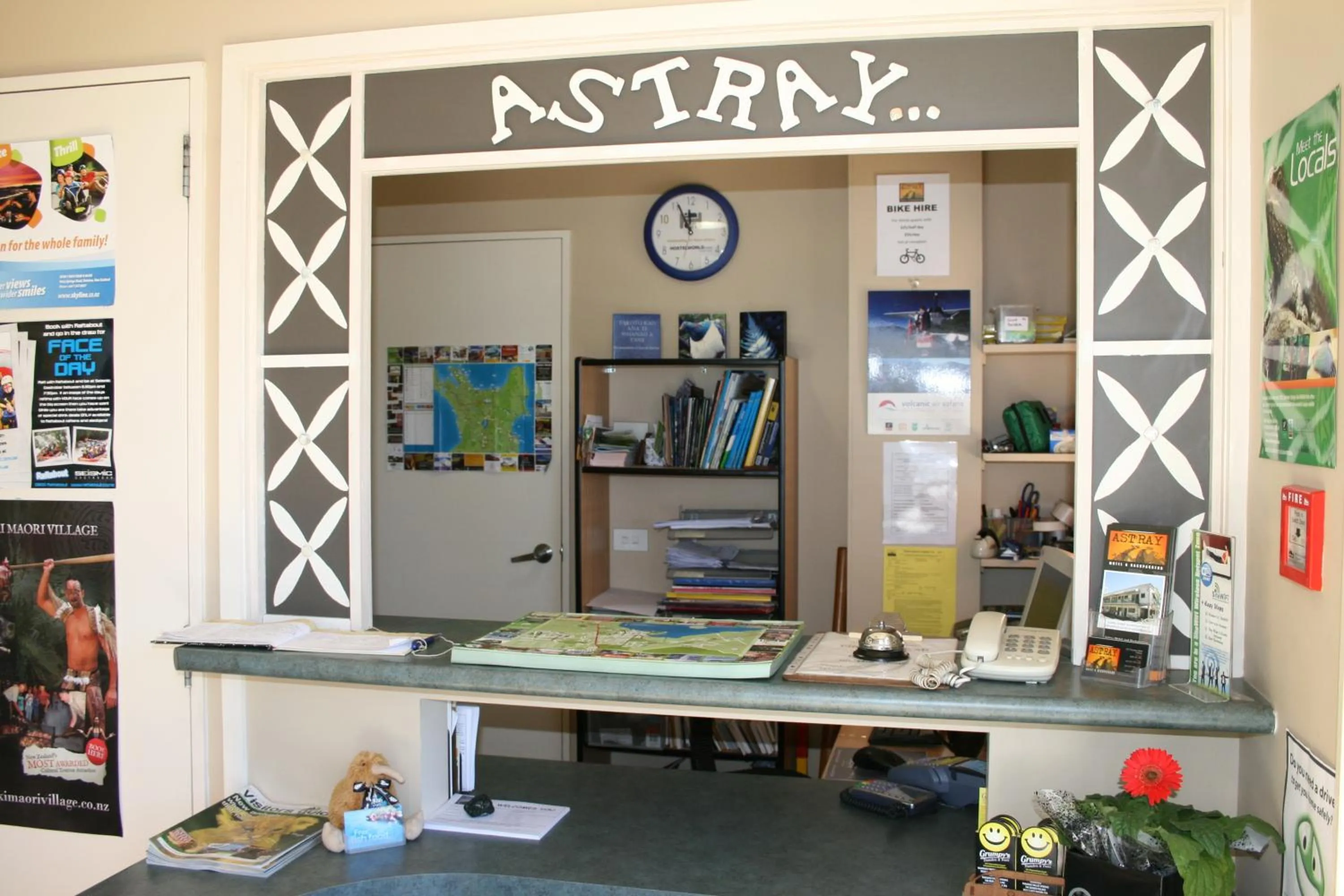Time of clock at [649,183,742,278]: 11:56
